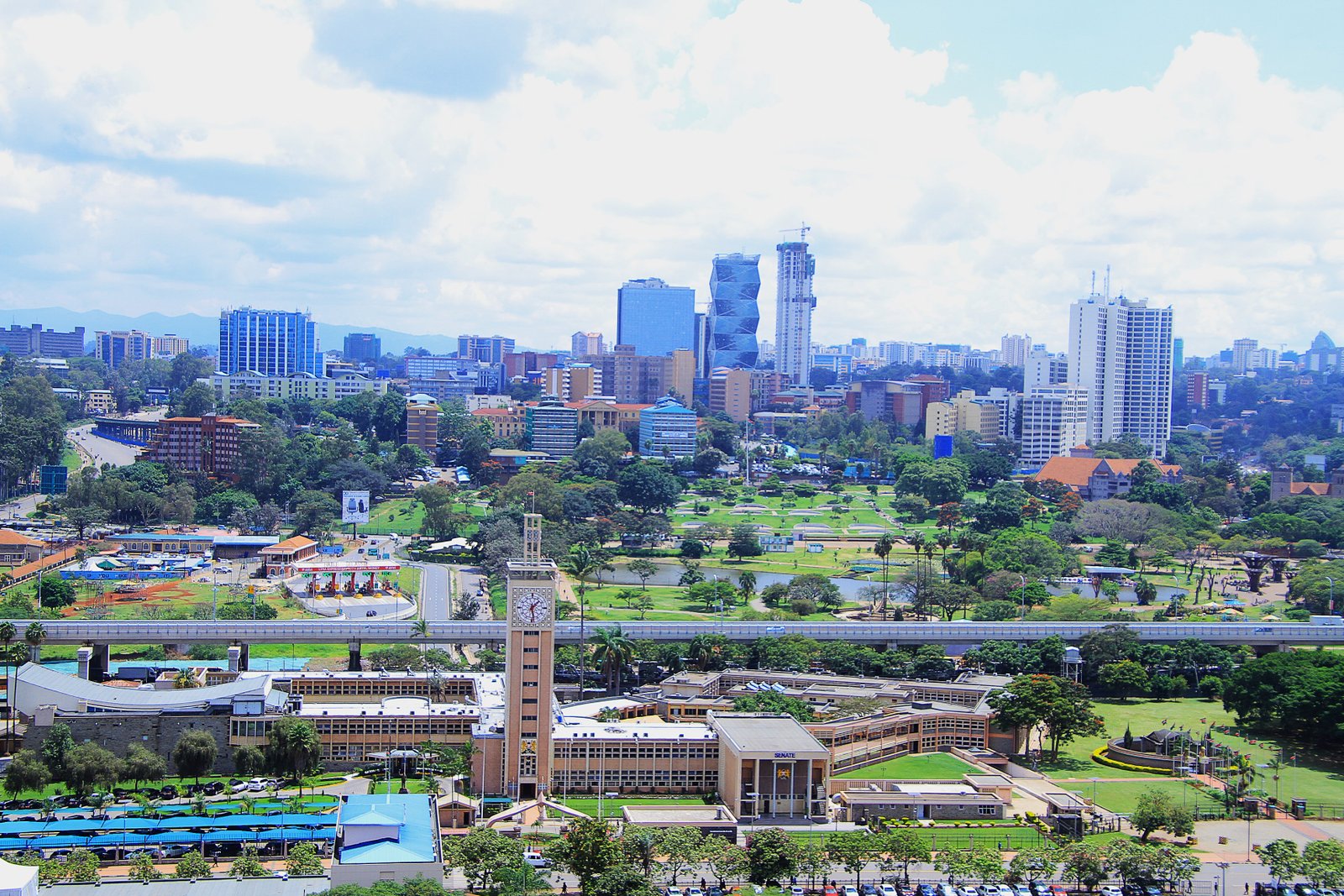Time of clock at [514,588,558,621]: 1:28
